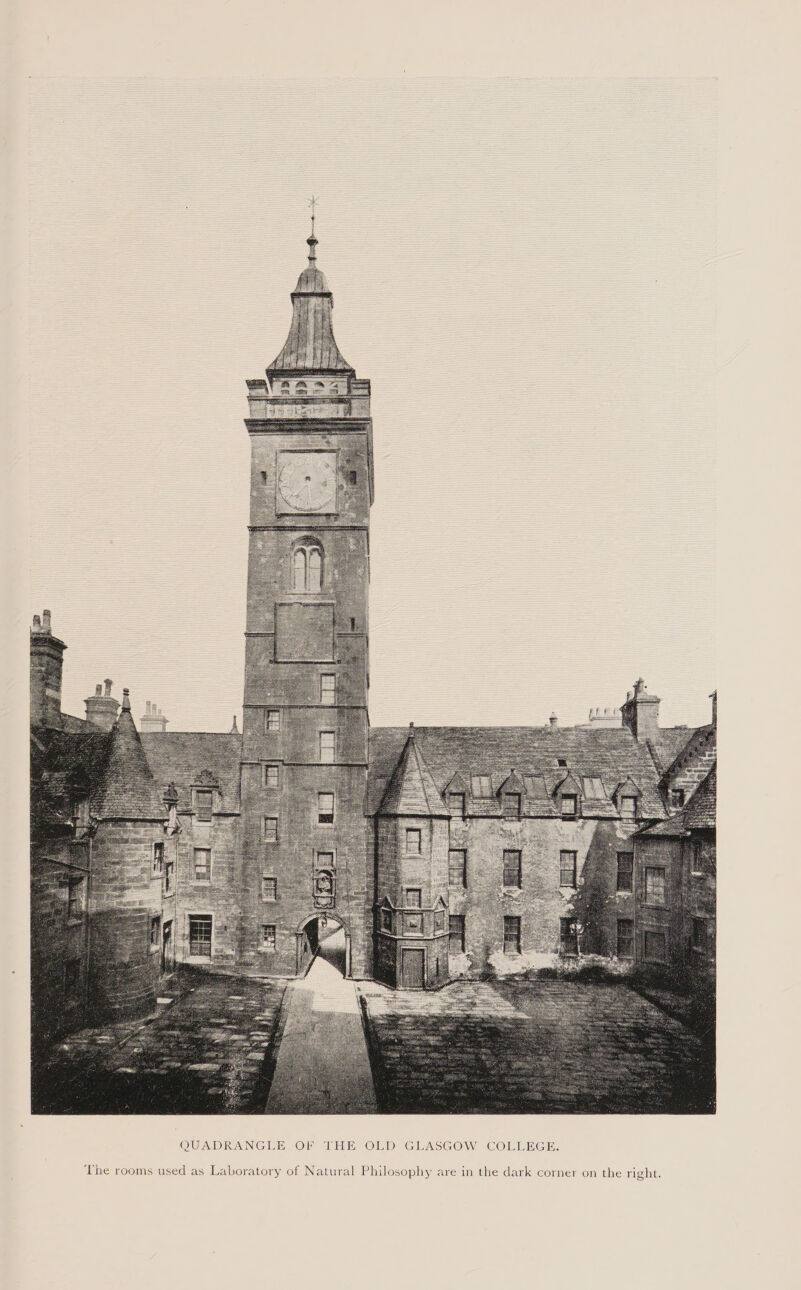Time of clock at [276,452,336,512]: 7:29
